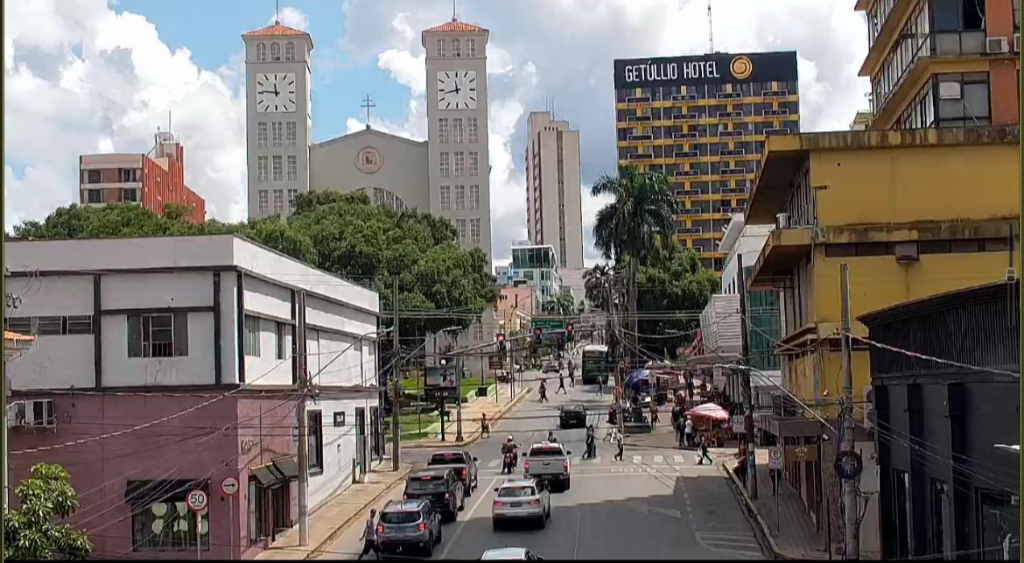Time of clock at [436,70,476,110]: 11:42
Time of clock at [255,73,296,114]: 11:46
